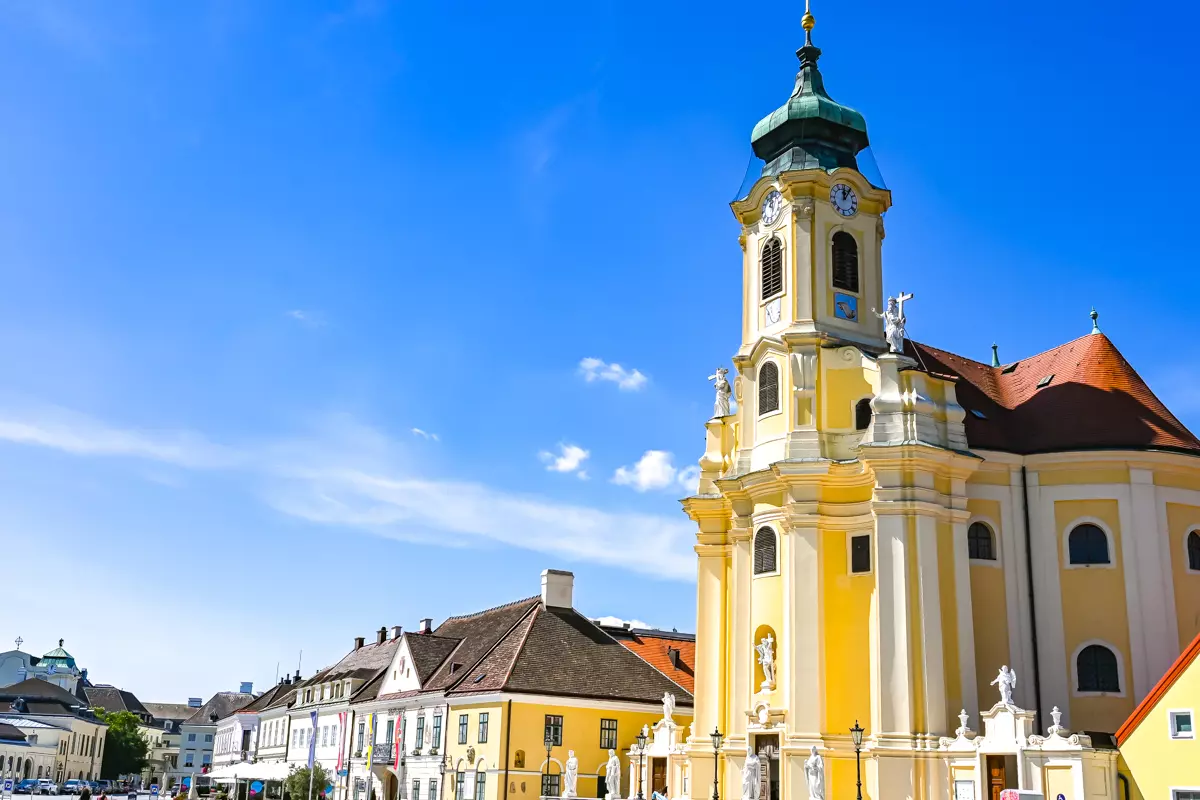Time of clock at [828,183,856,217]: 12:05
